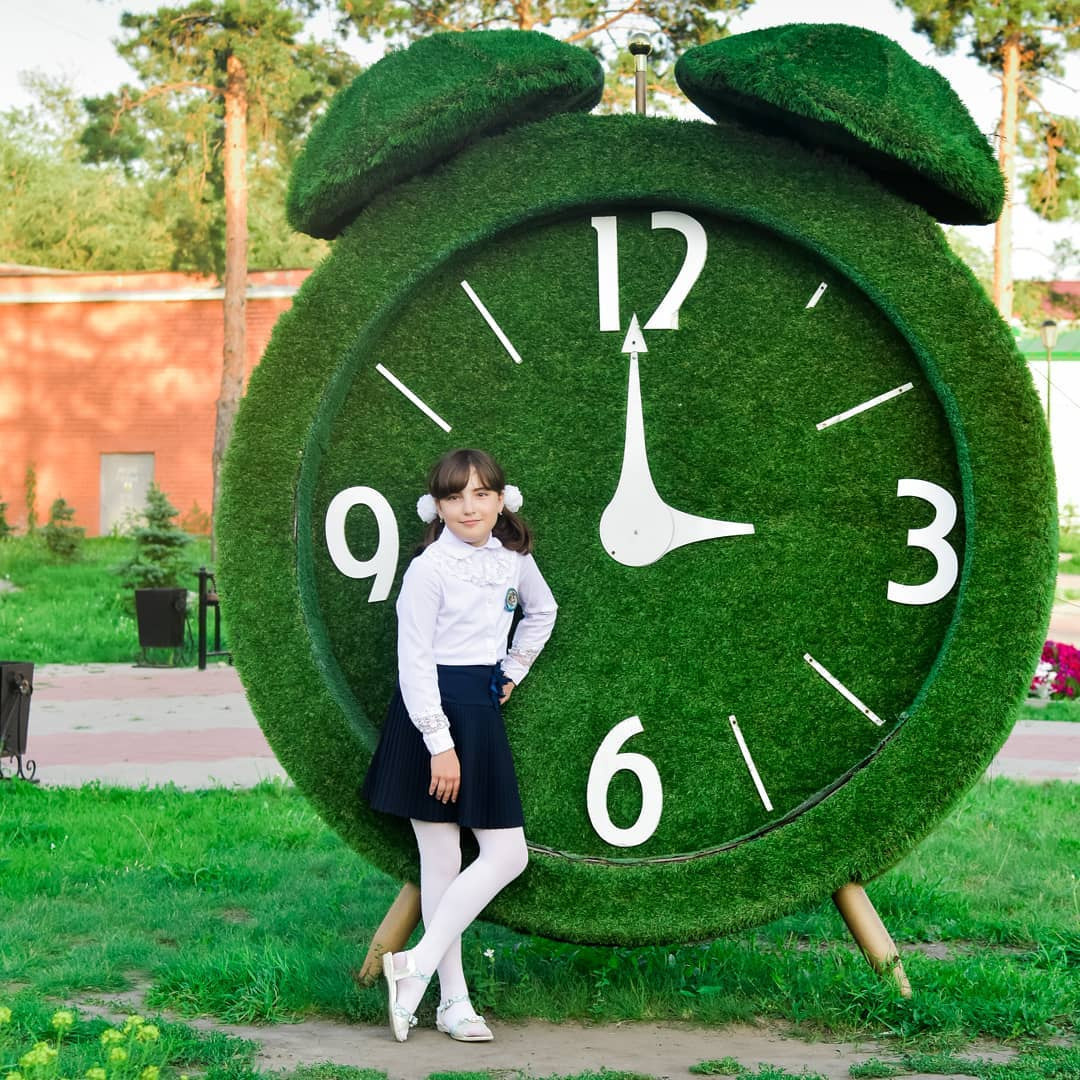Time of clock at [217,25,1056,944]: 2:59
